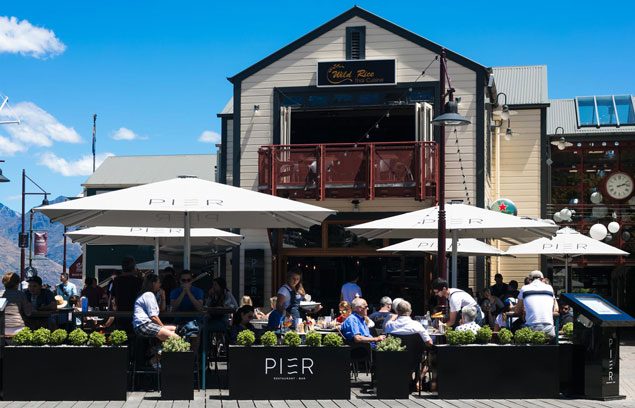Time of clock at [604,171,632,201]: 2:12
